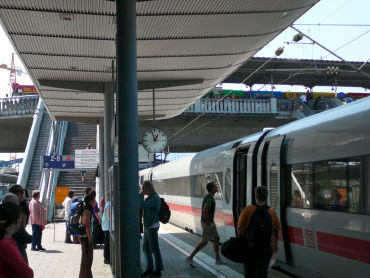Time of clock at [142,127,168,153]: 12:57
